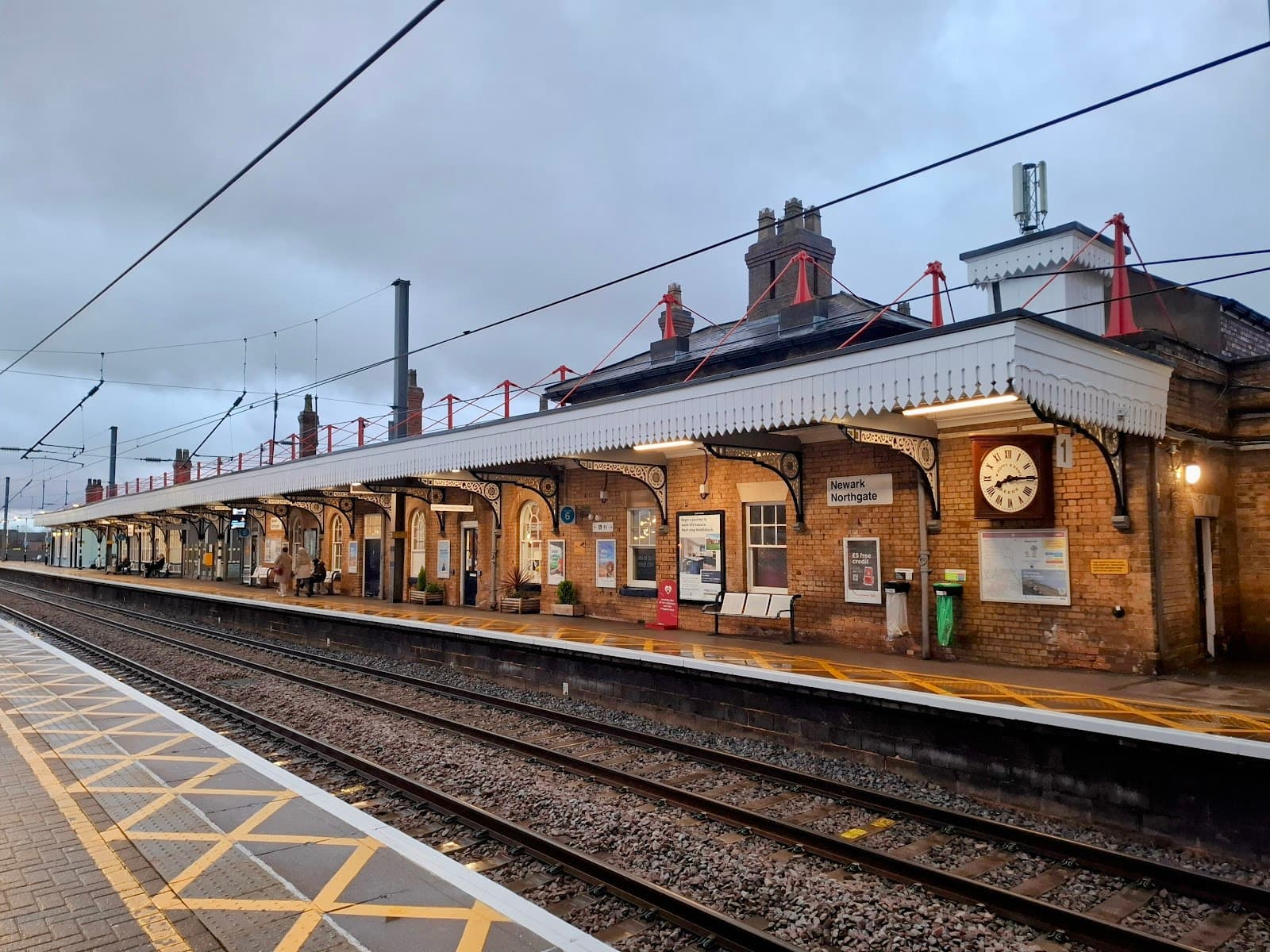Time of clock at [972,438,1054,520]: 8:14
